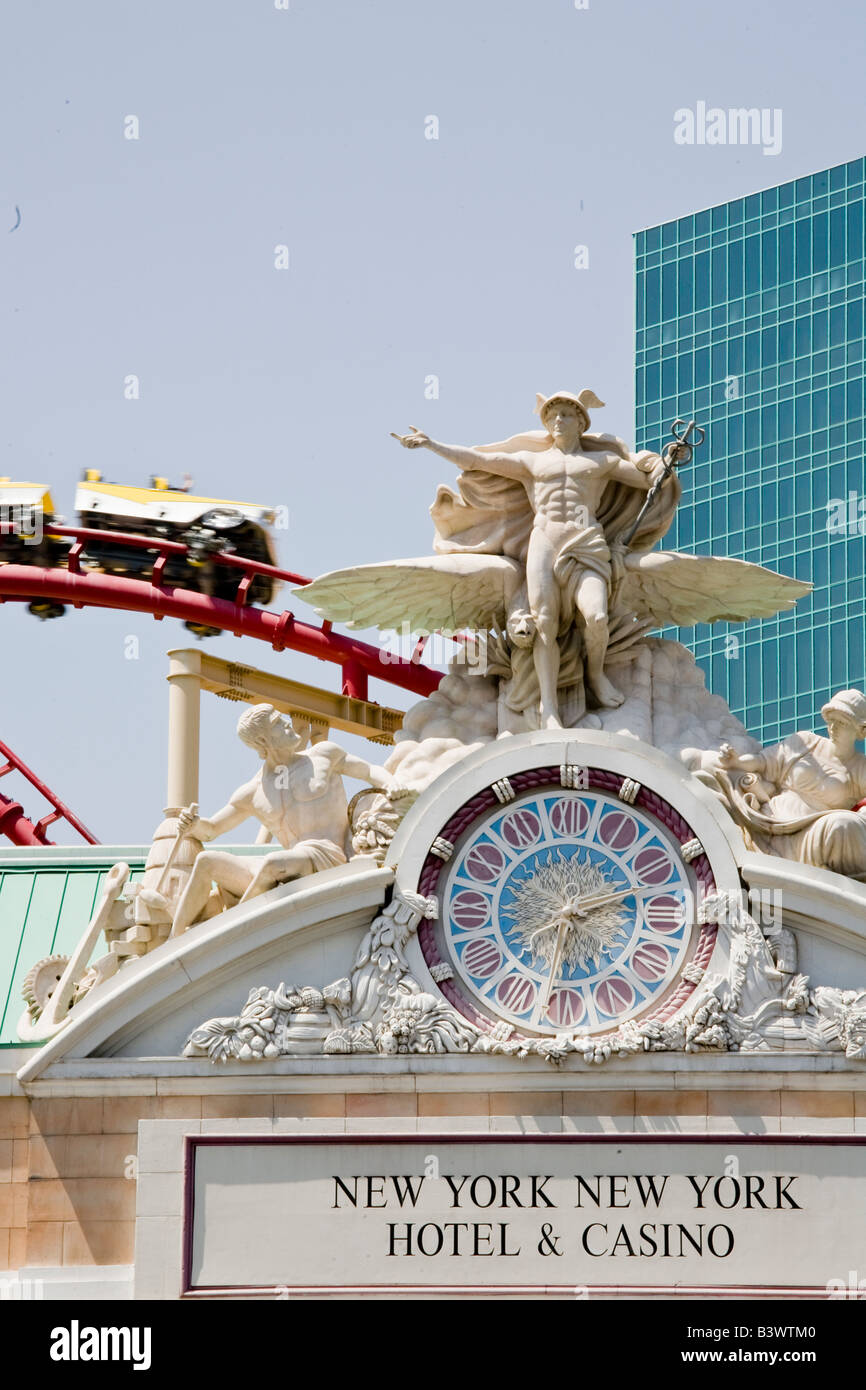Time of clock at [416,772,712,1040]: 6:11
